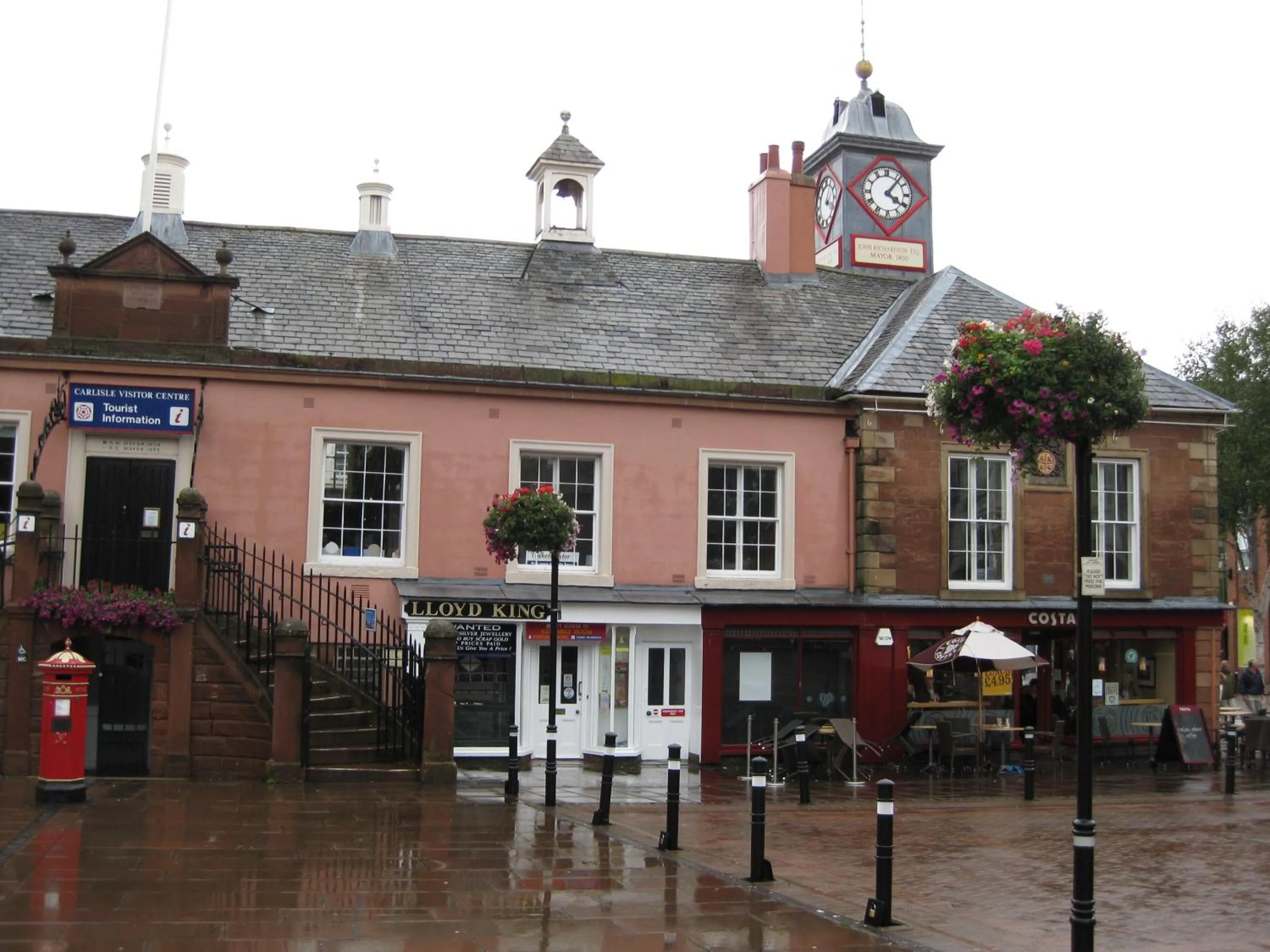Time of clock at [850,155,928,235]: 4:06
